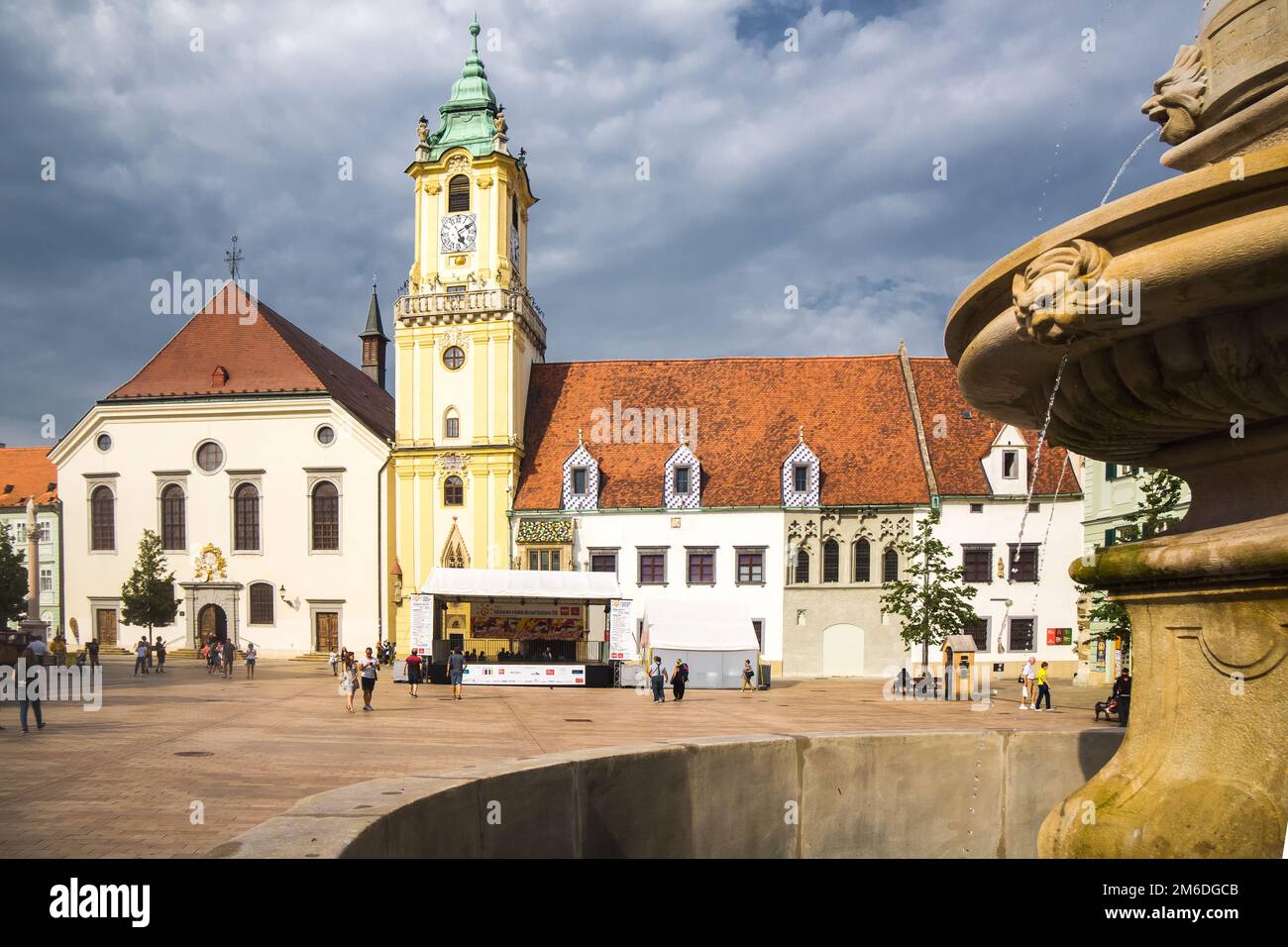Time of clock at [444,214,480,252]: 5:09
